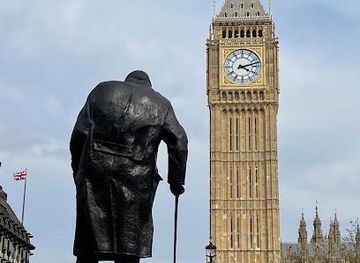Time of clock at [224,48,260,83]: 4:12
